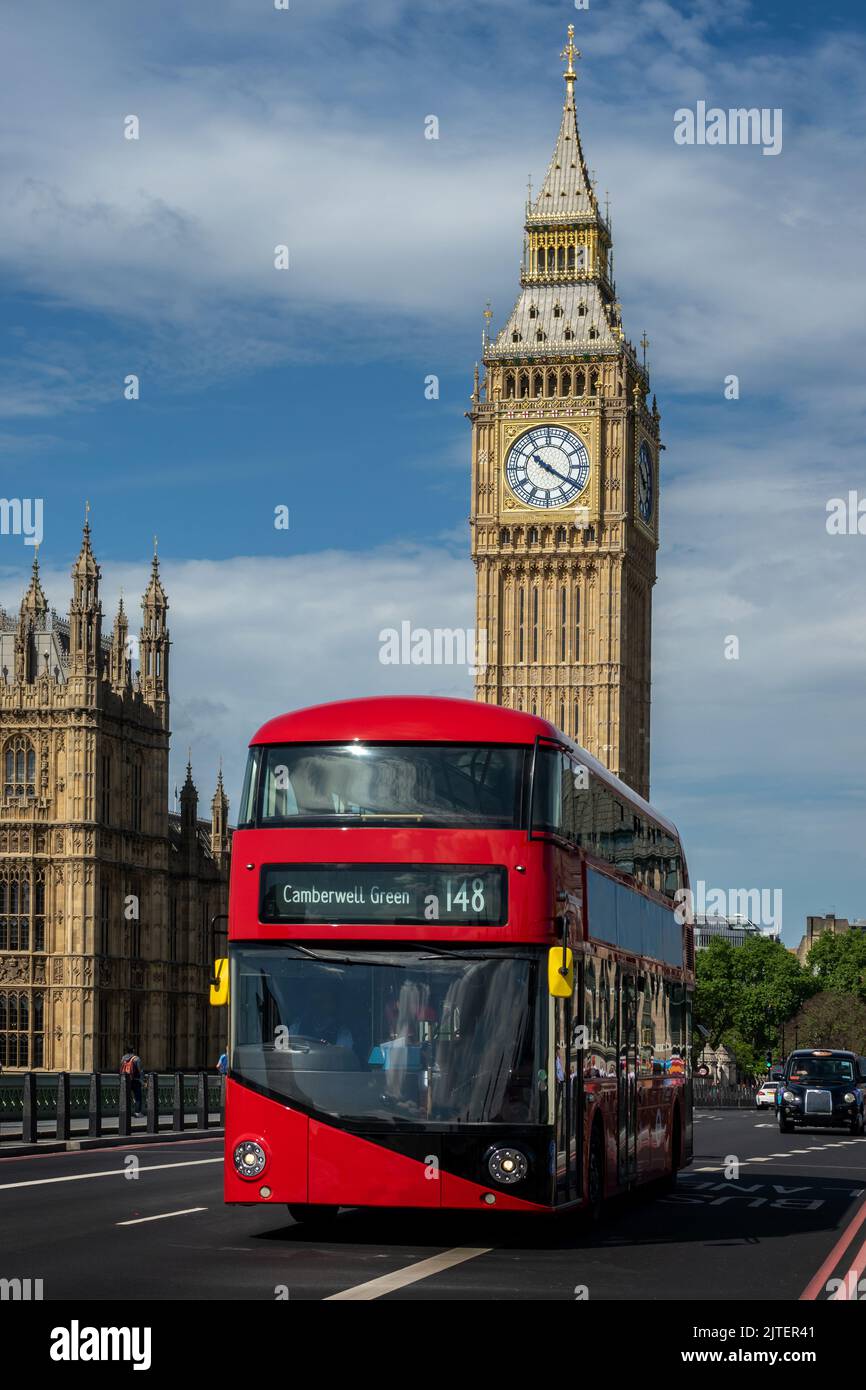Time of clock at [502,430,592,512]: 10:20
